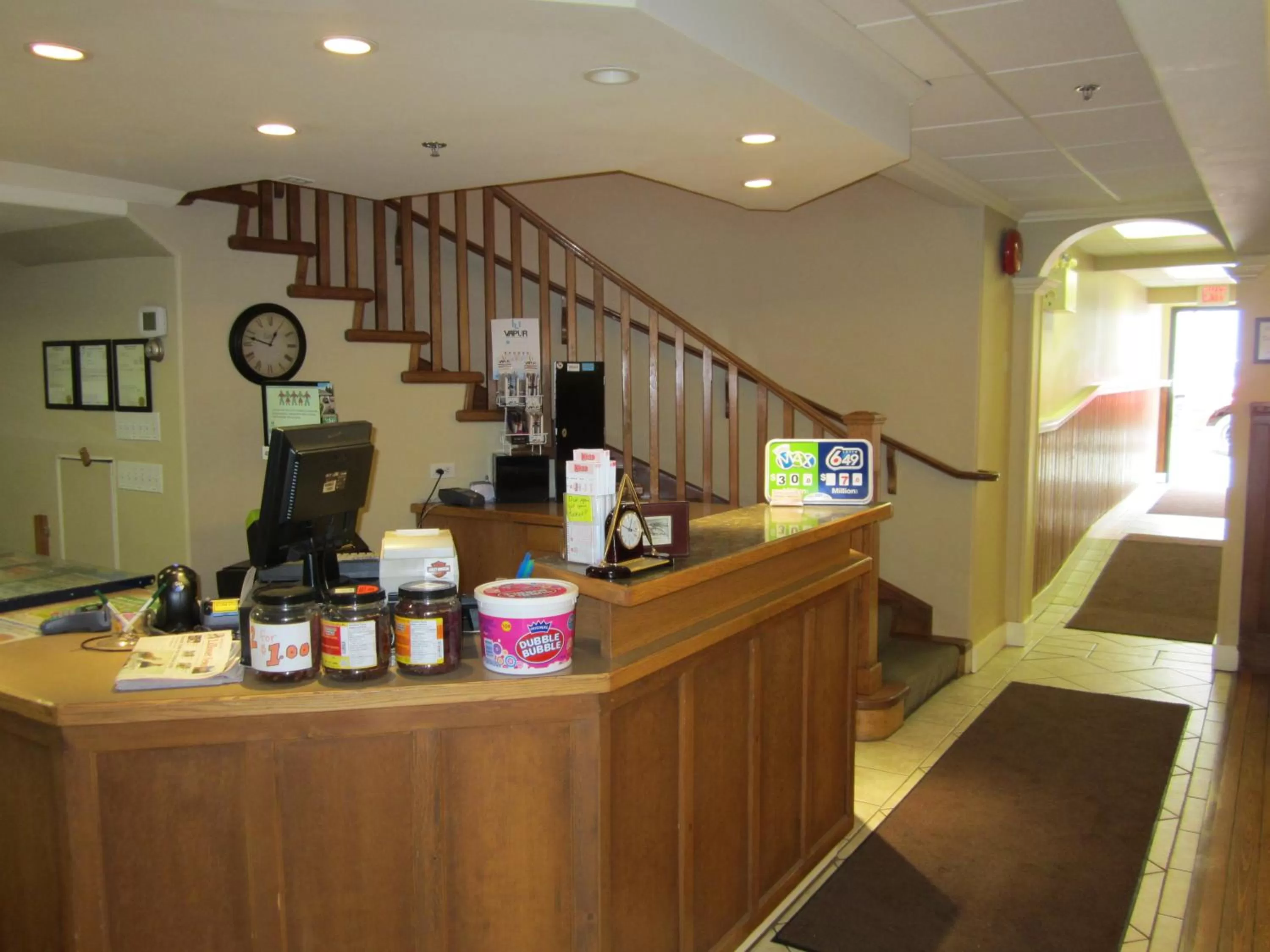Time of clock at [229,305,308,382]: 12:47
